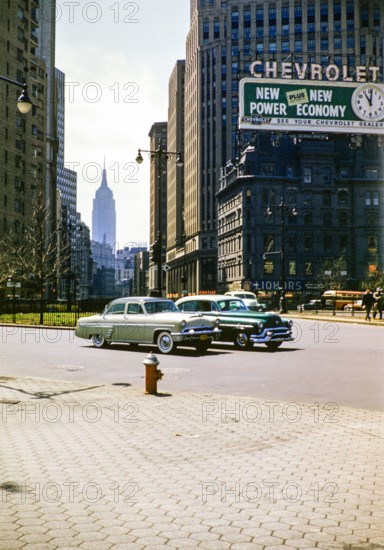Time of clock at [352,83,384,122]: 11:01
